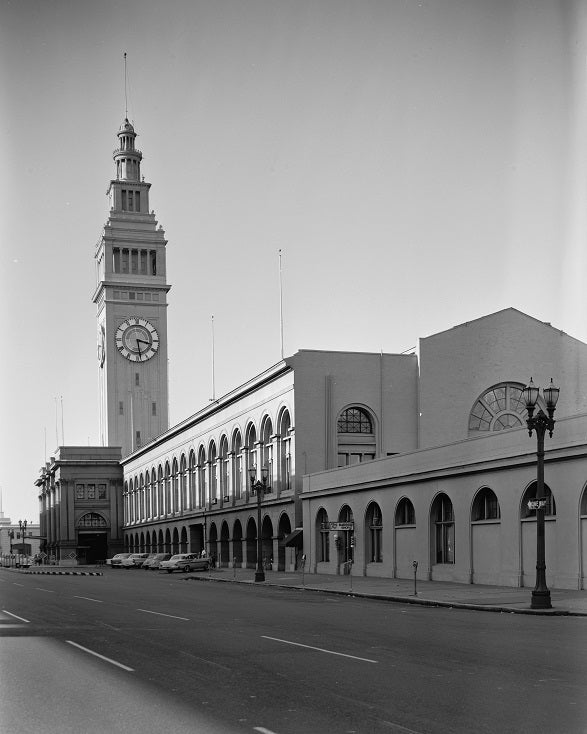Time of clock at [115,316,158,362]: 3:28
